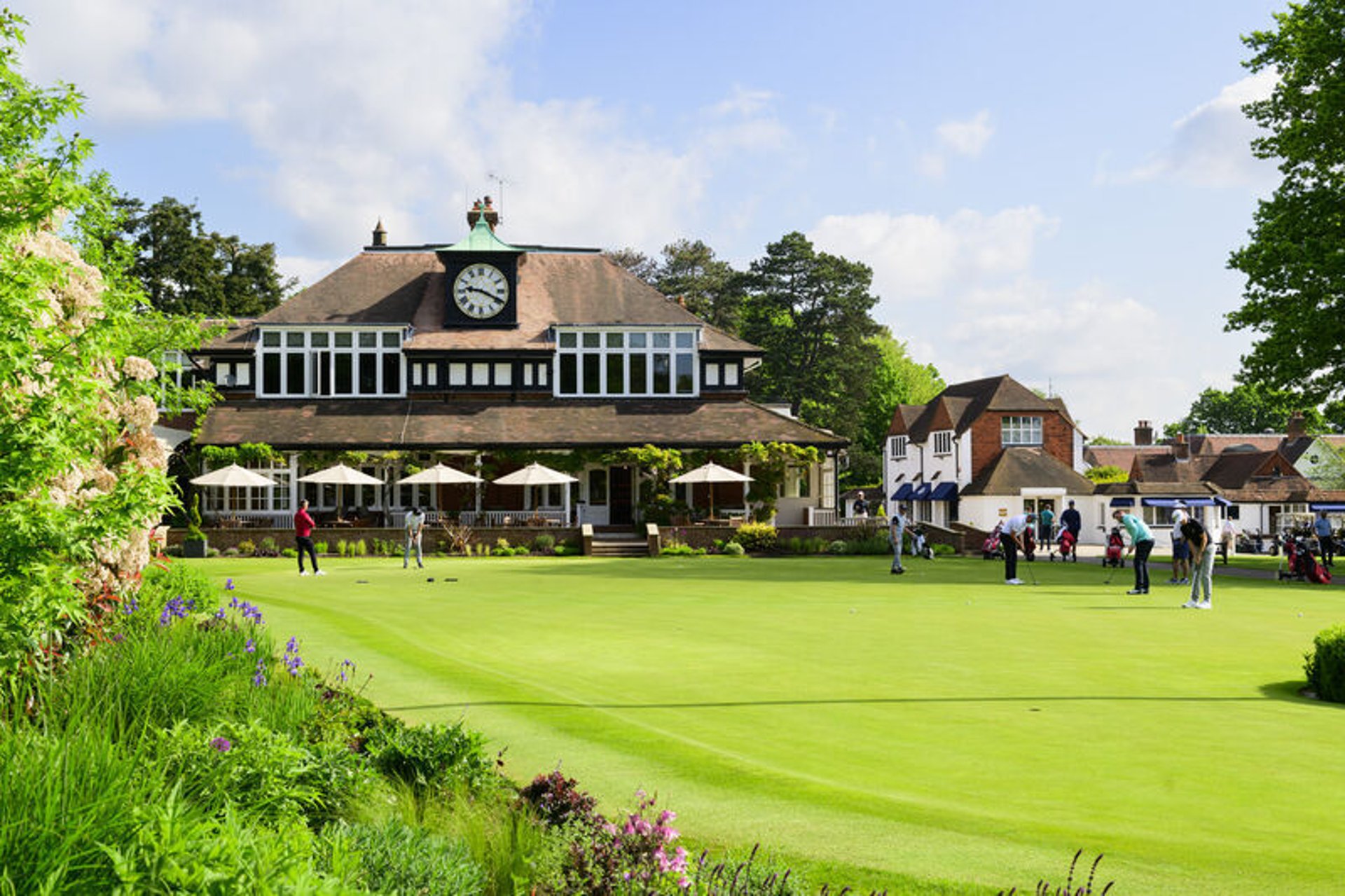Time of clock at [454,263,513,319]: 9:19
